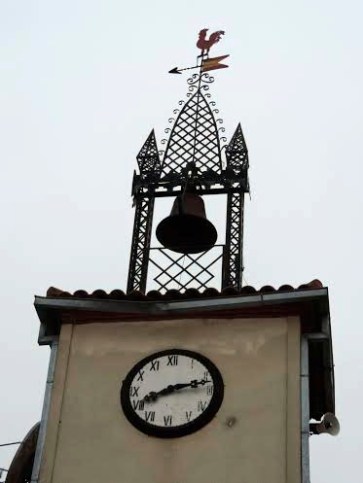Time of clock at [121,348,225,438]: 8:12
